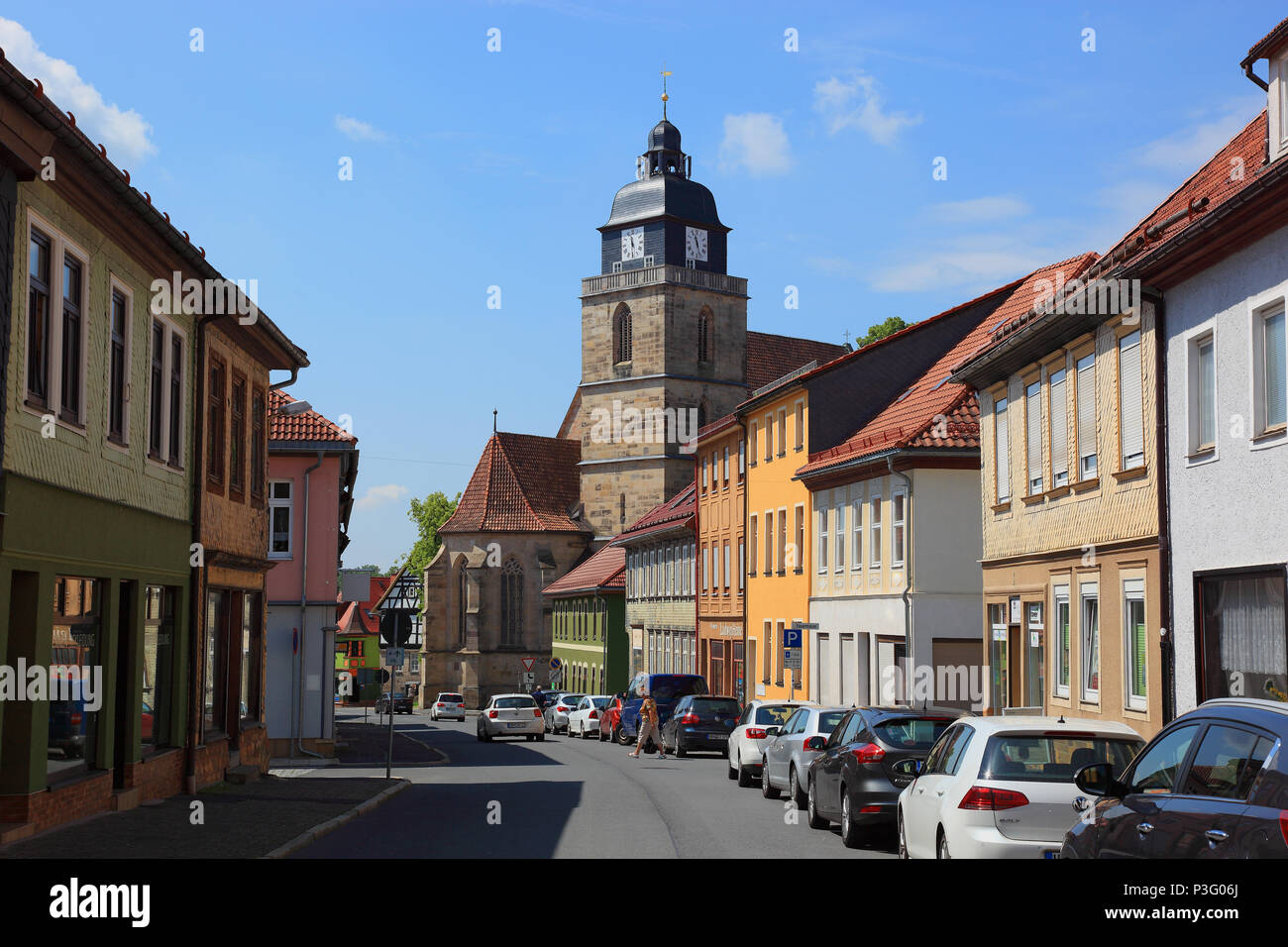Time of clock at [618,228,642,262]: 11:30
